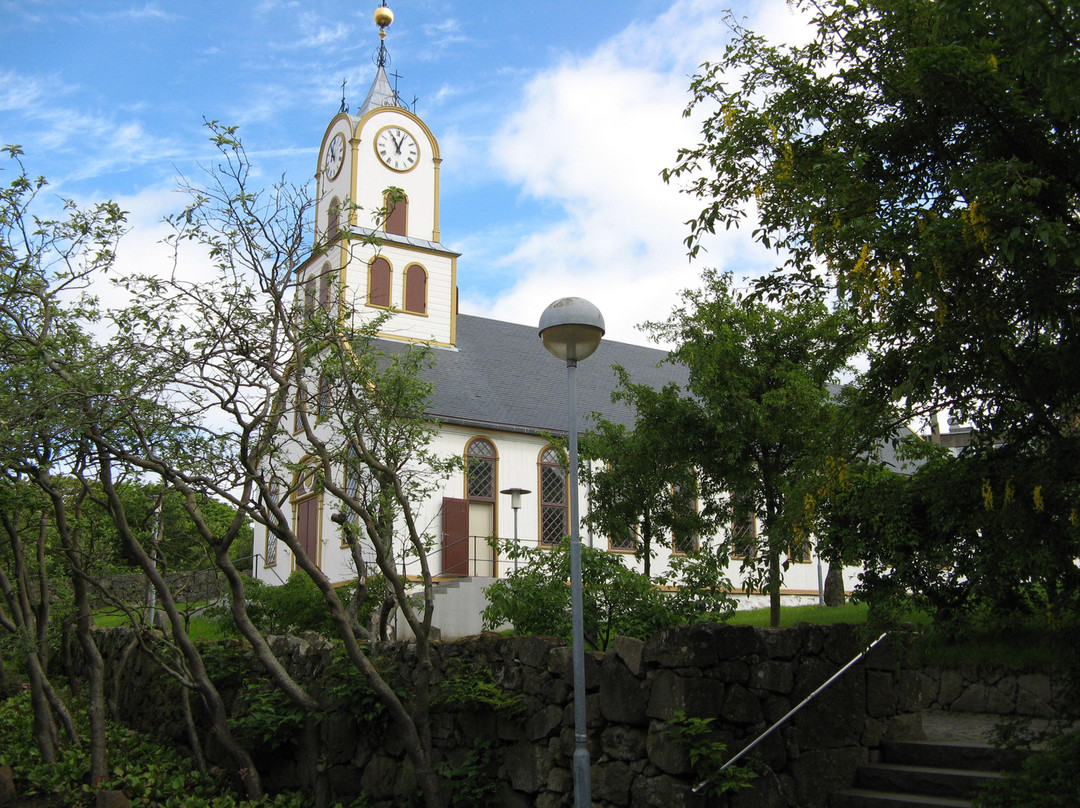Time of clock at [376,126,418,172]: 11:03
